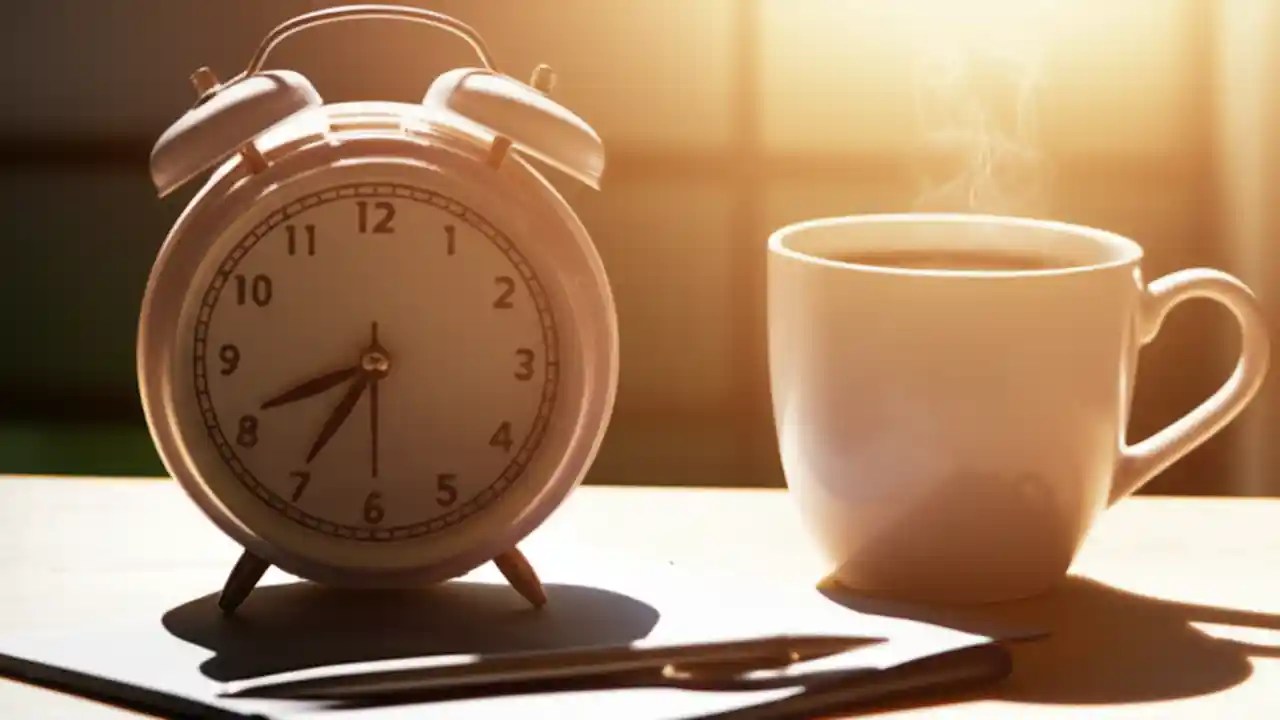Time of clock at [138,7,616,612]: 8:35
